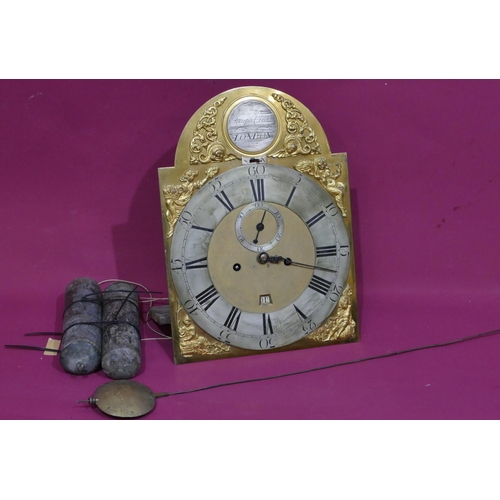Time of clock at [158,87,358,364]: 12:17
